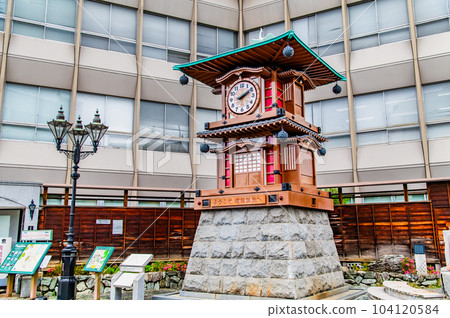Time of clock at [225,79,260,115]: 2:09
